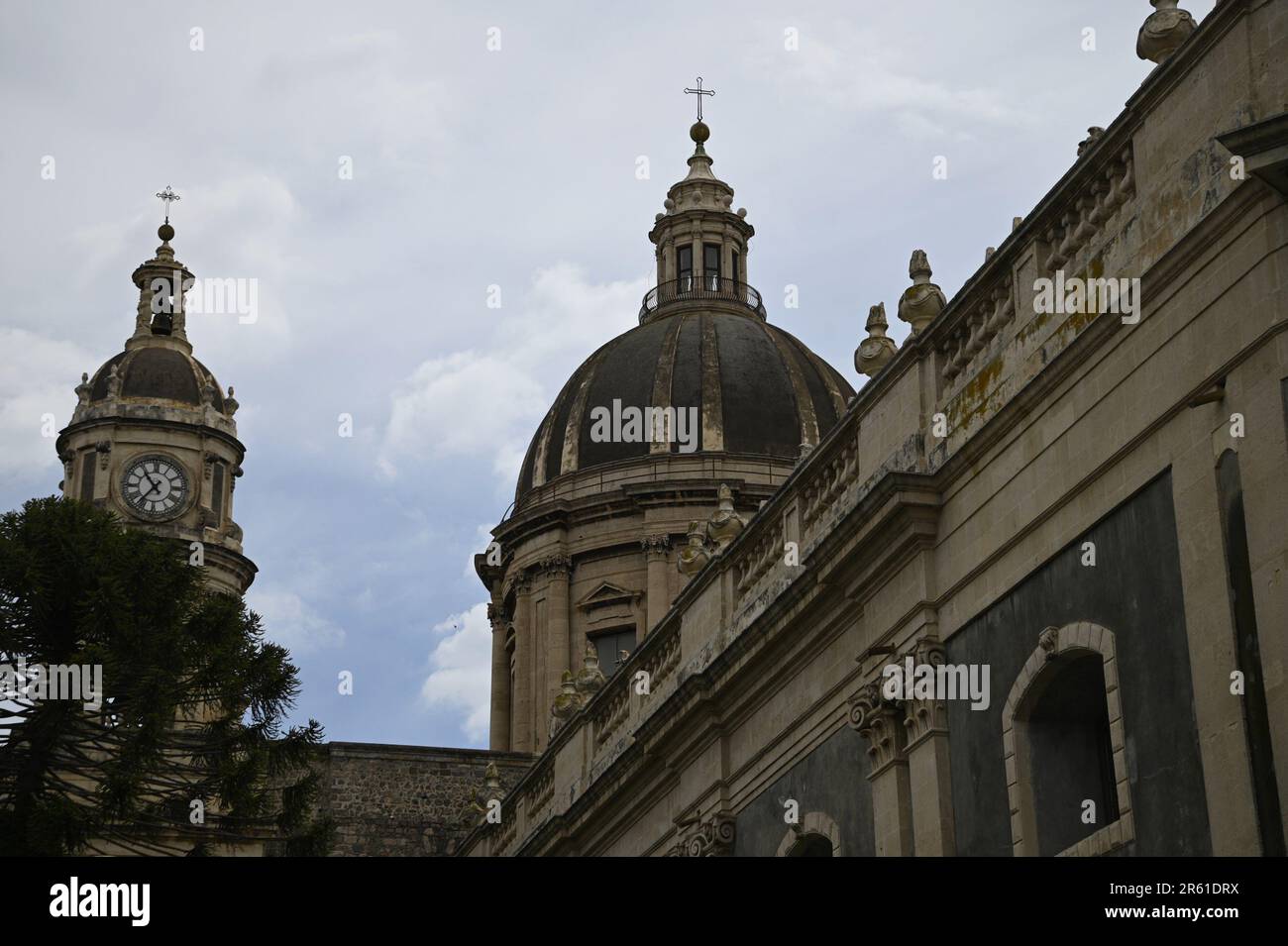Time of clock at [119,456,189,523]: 10:36
